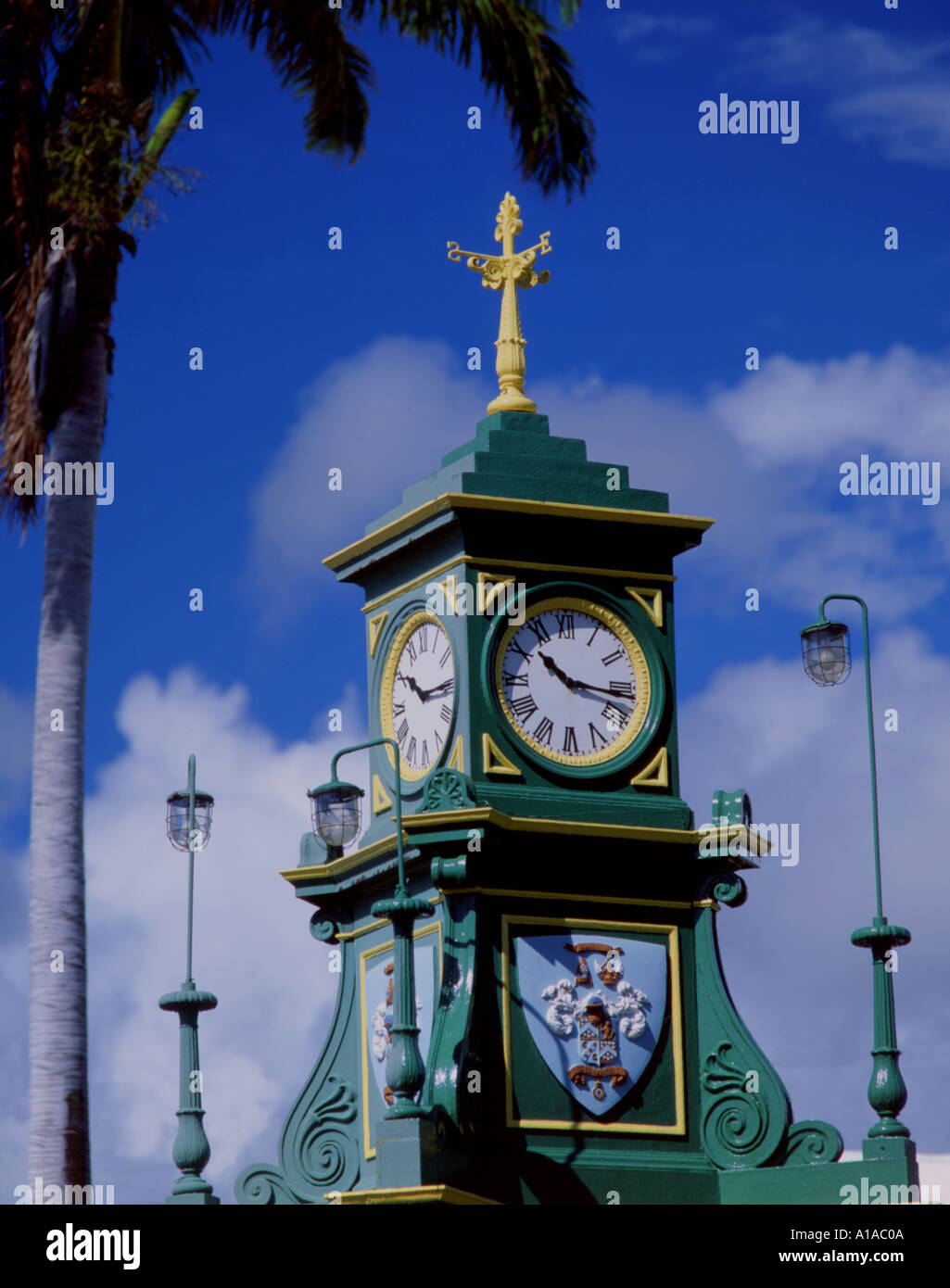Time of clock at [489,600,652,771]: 10:16
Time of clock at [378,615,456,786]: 10:15
